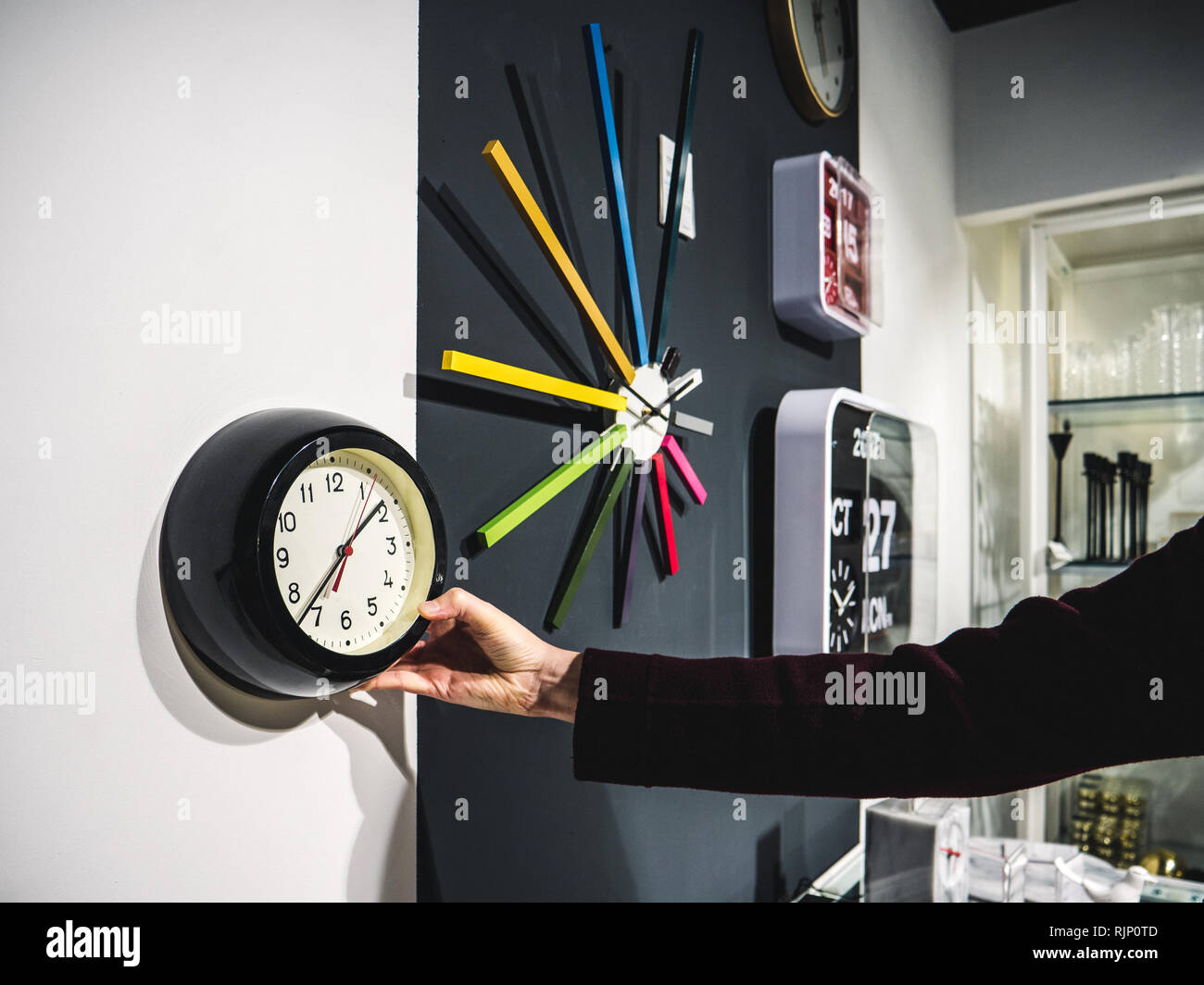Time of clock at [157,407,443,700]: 1:36
